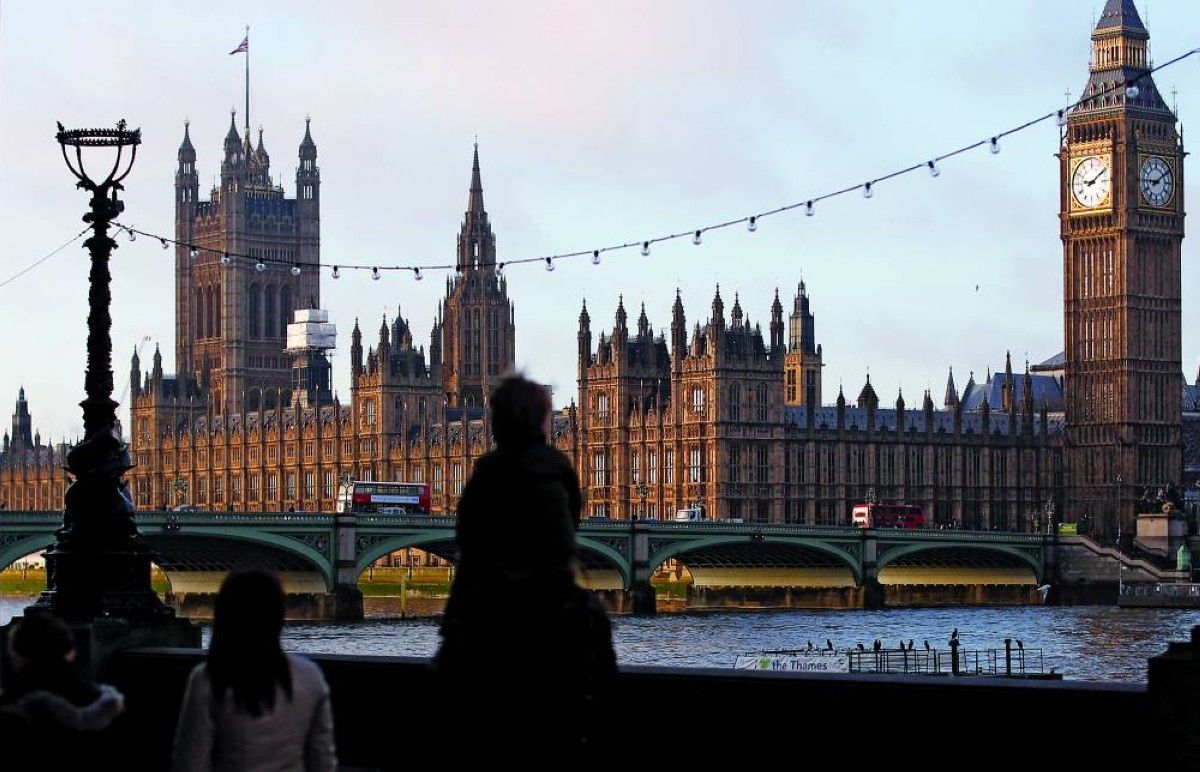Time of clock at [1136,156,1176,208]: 9:09
